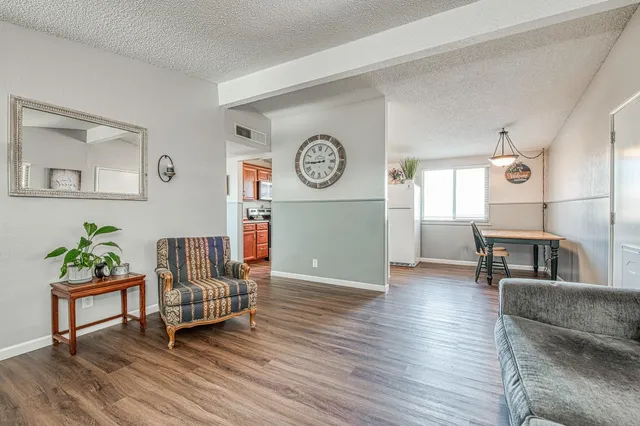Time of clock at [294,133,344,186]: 8:44
